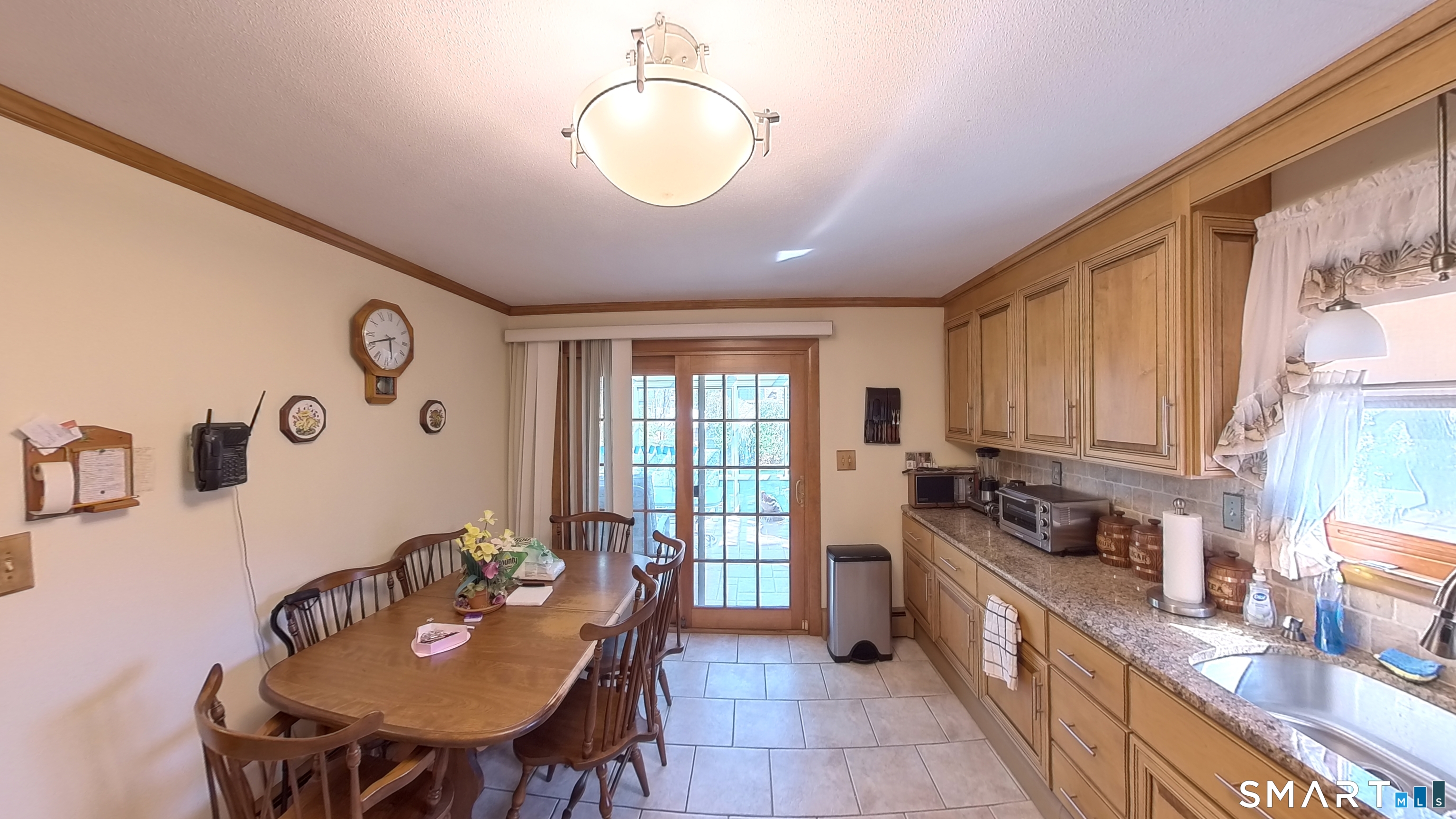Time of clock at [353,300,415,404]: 5:41
